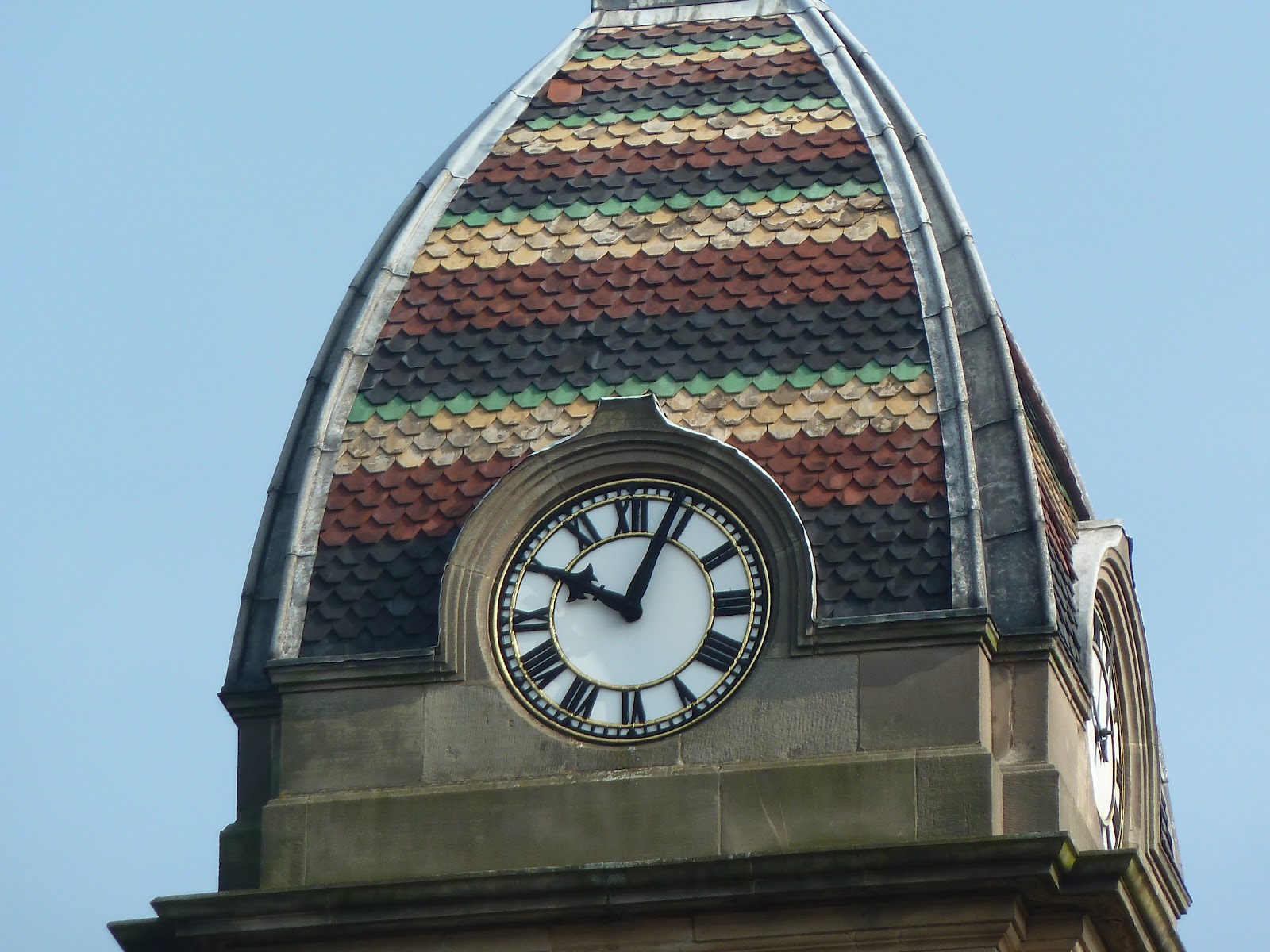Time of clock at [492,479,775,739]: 10:03
